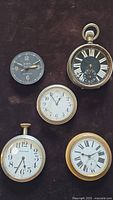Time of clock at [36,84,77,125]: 12:55
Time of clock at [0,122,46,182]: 5:34
